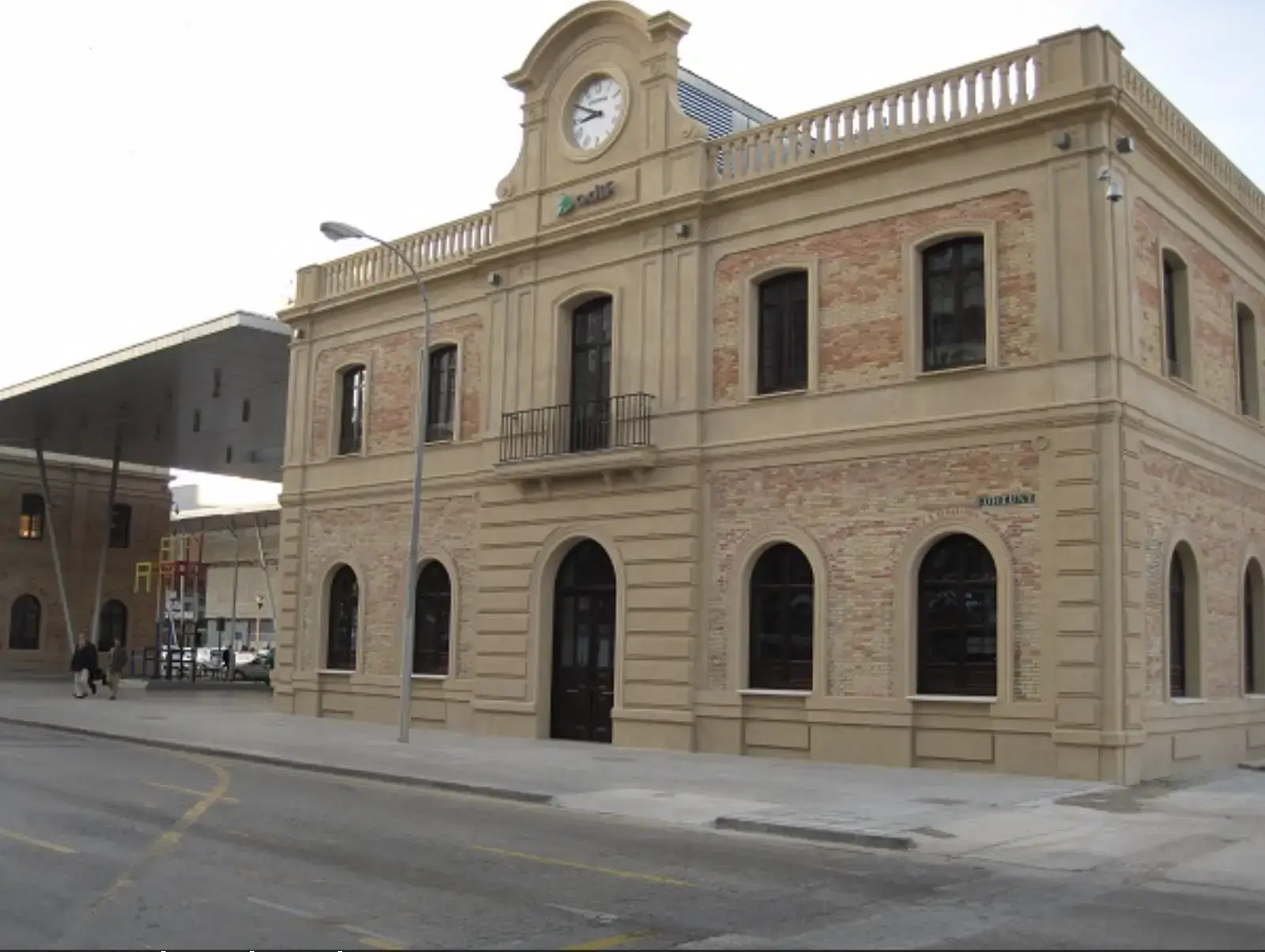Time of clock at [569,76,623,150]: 8:50
